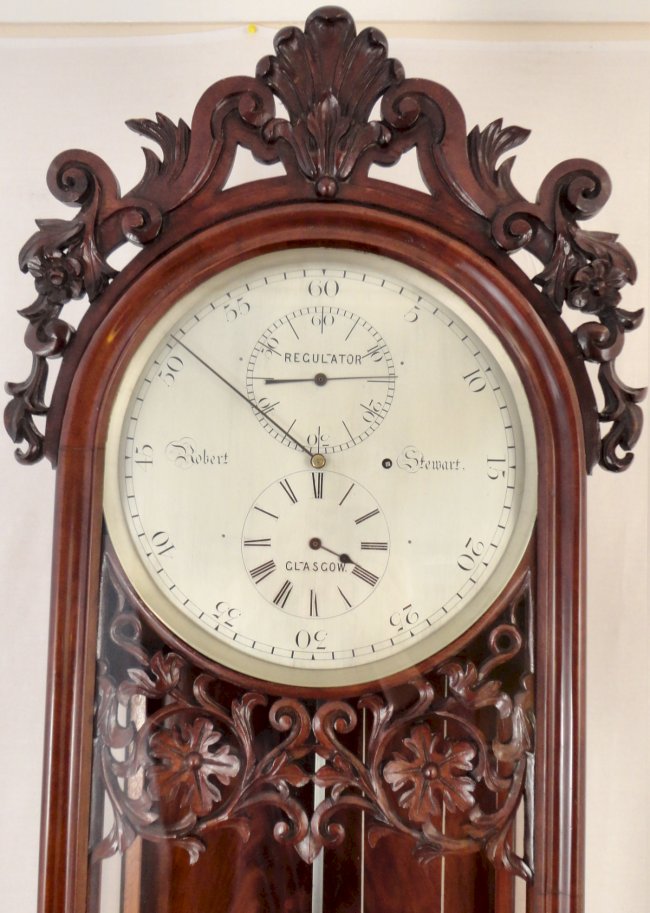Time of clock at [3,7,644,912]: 4:50
